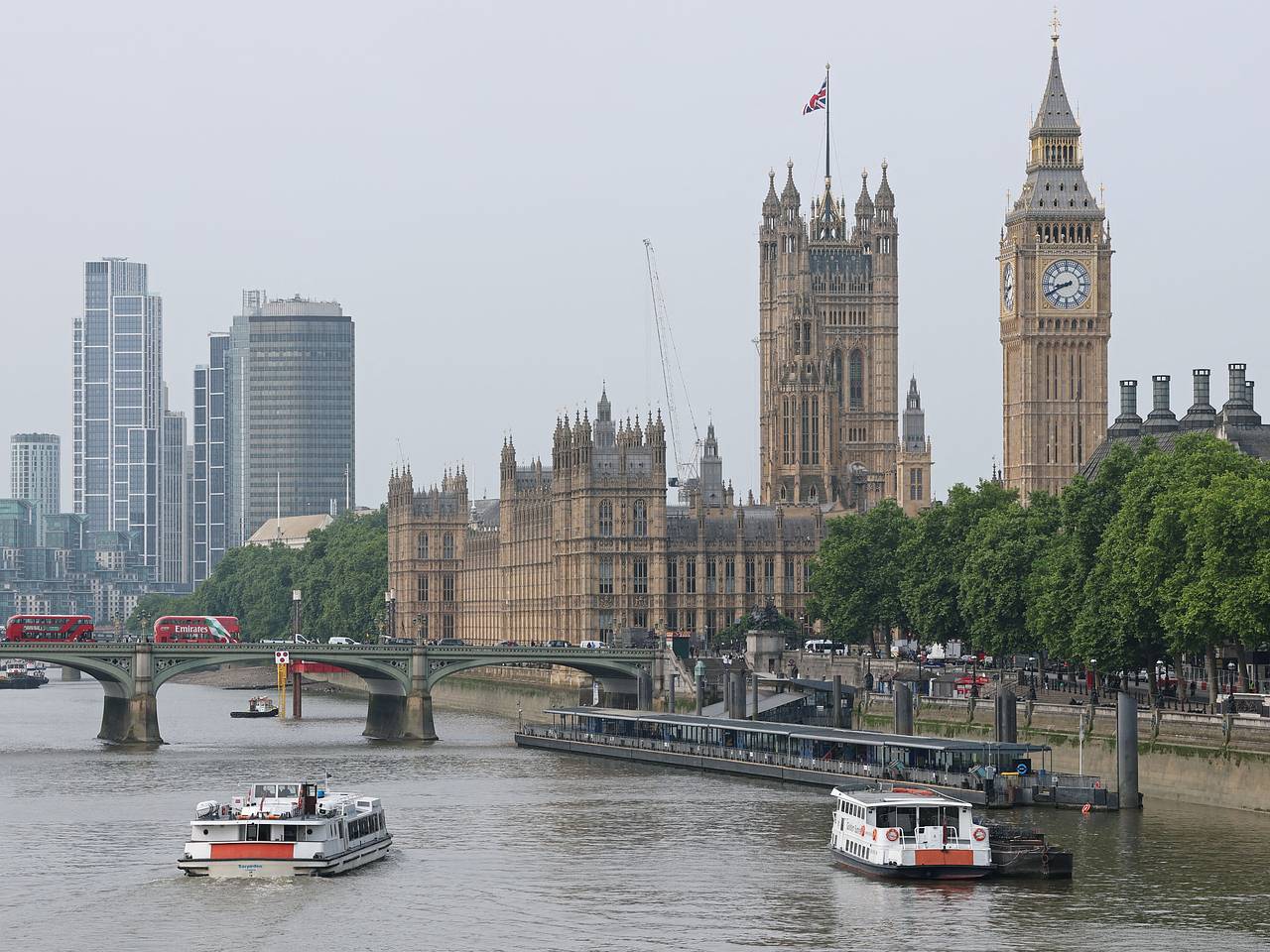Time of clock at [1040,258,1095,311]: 8:40
